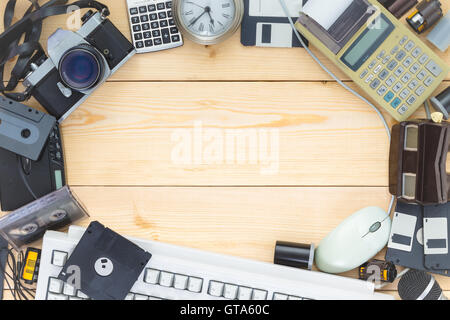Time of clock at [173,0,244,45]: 5:38
